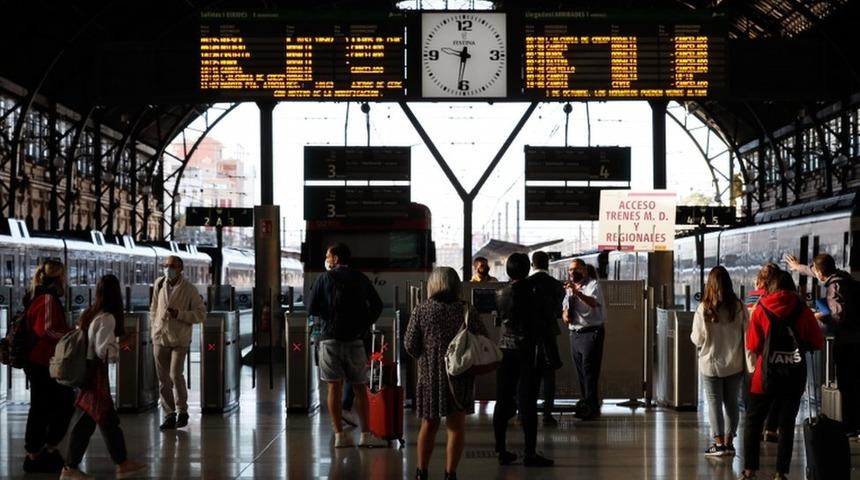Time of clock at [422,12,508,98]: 9:31
